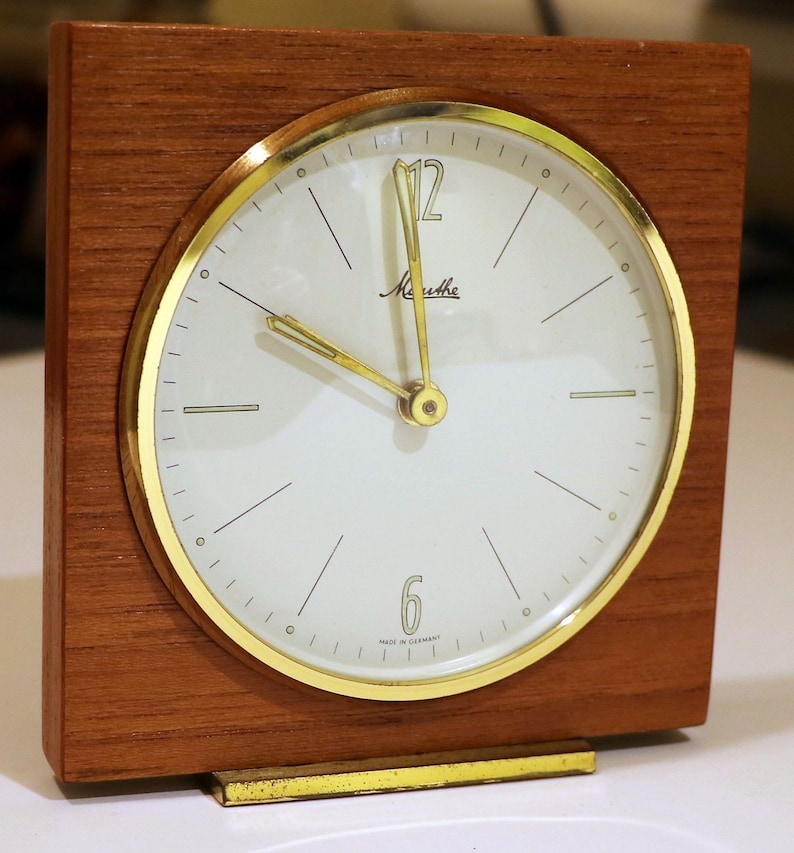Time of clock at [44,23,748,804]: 9:59
